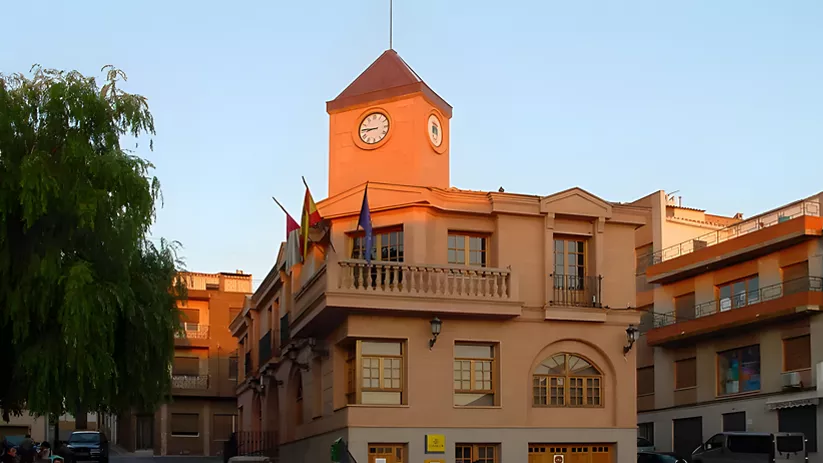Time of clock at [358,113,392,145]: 8:46
